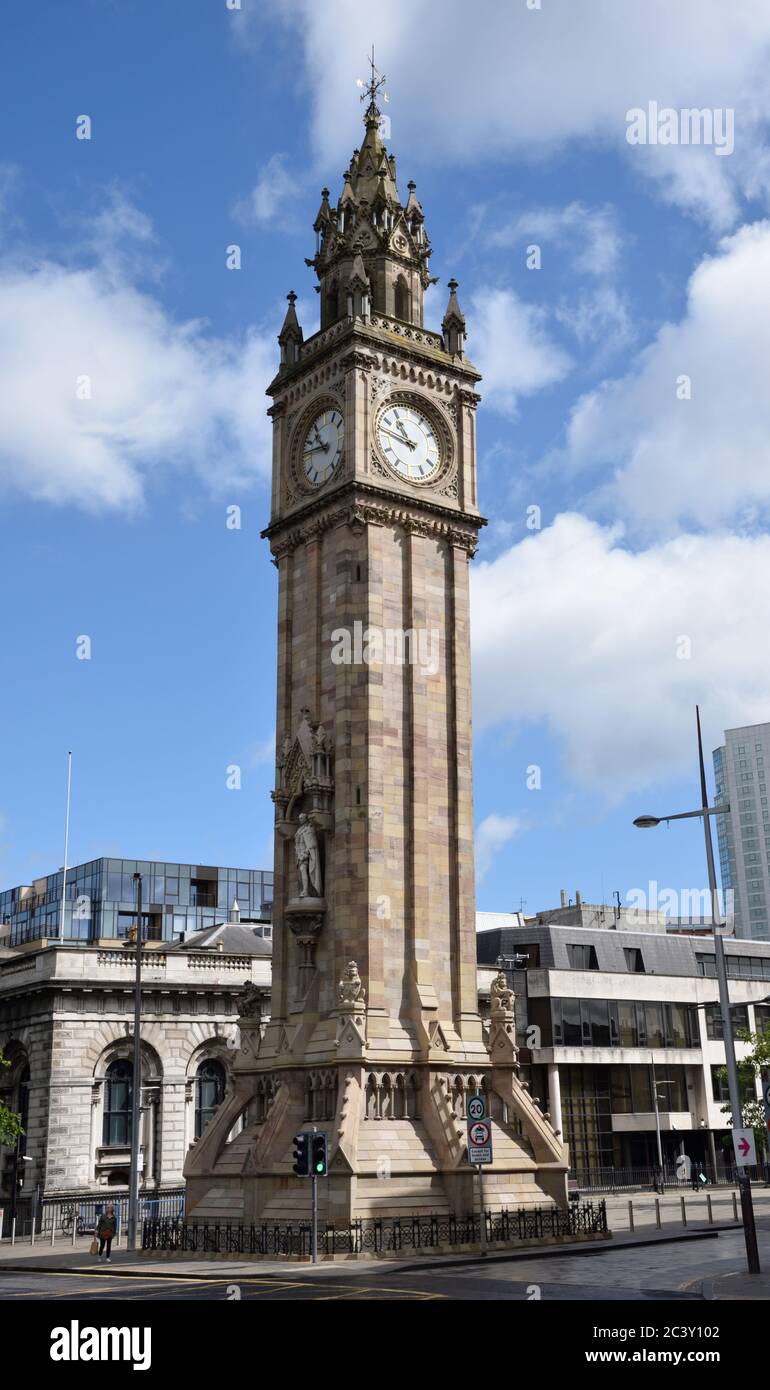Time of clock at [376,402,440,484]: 10:46
